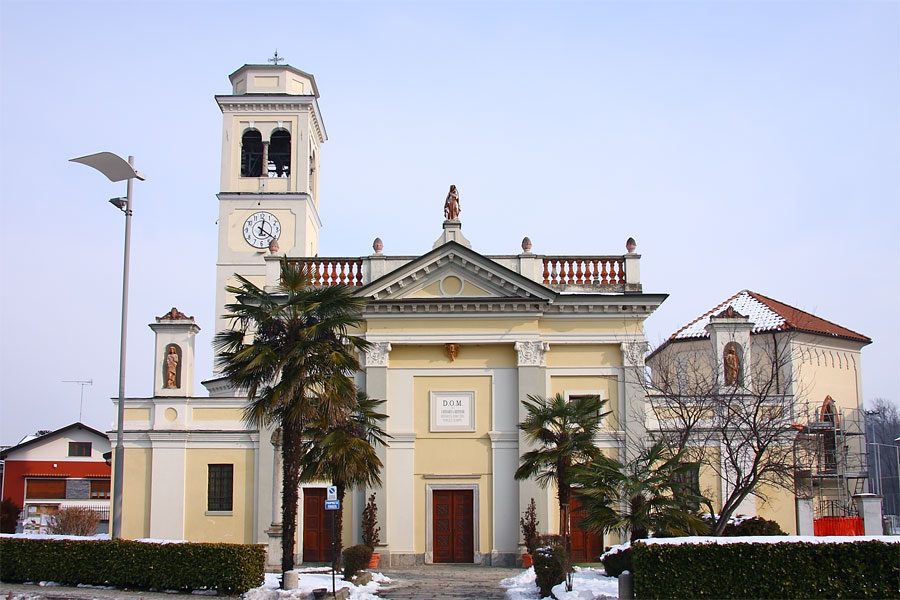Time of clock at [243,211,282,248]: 12:20
